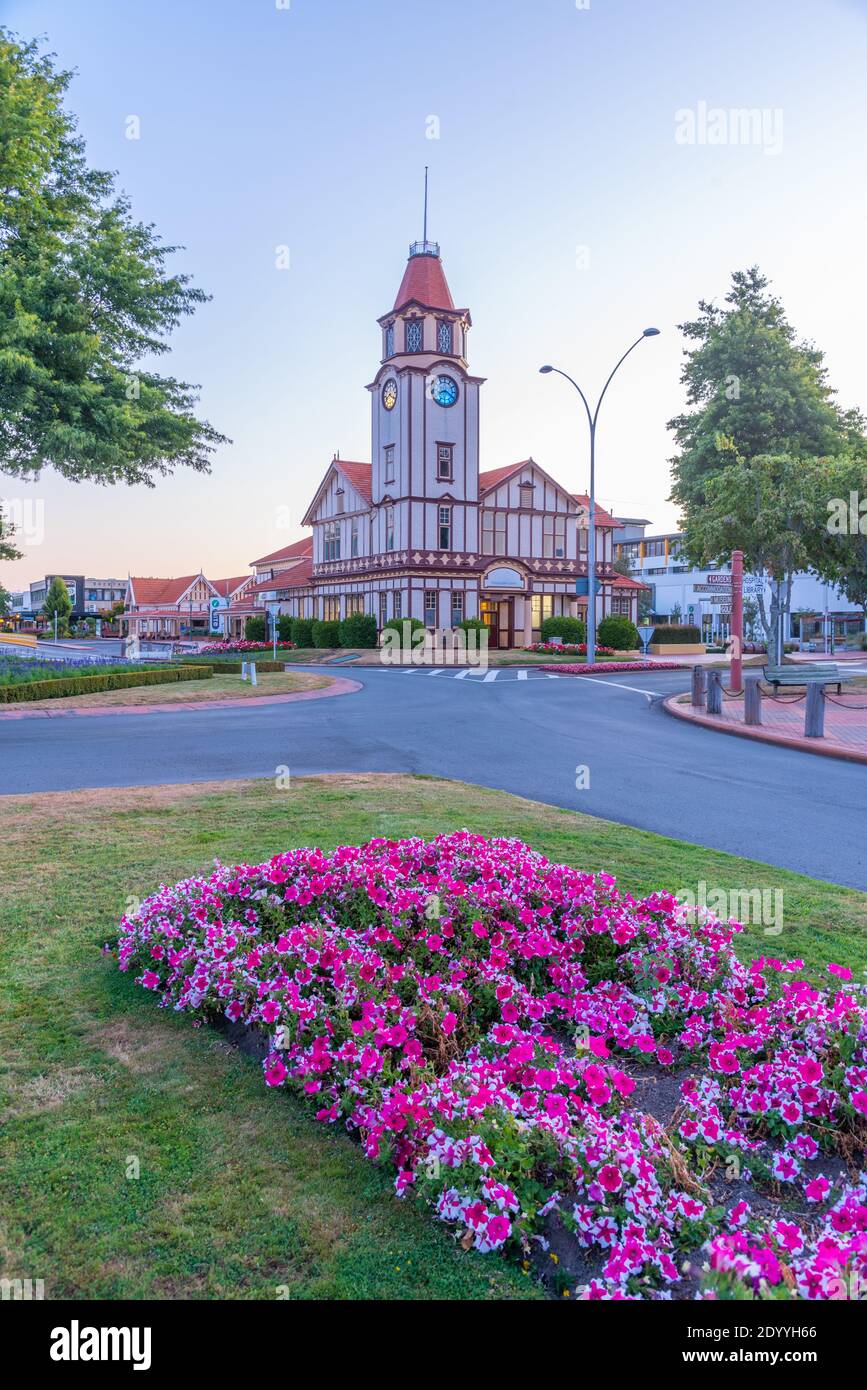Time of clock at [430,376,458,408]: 8:20
